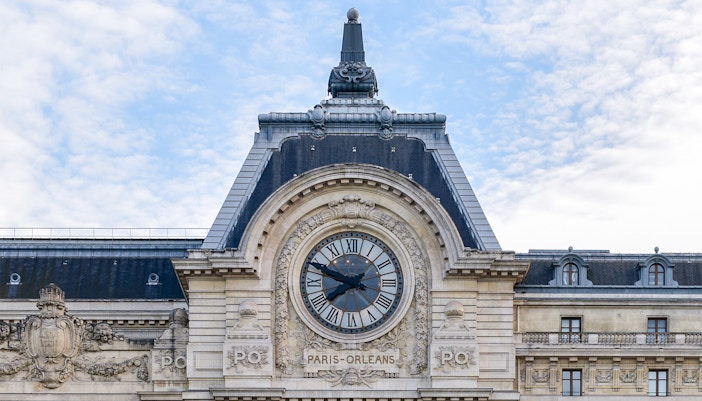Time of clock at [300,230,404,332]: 7:48
